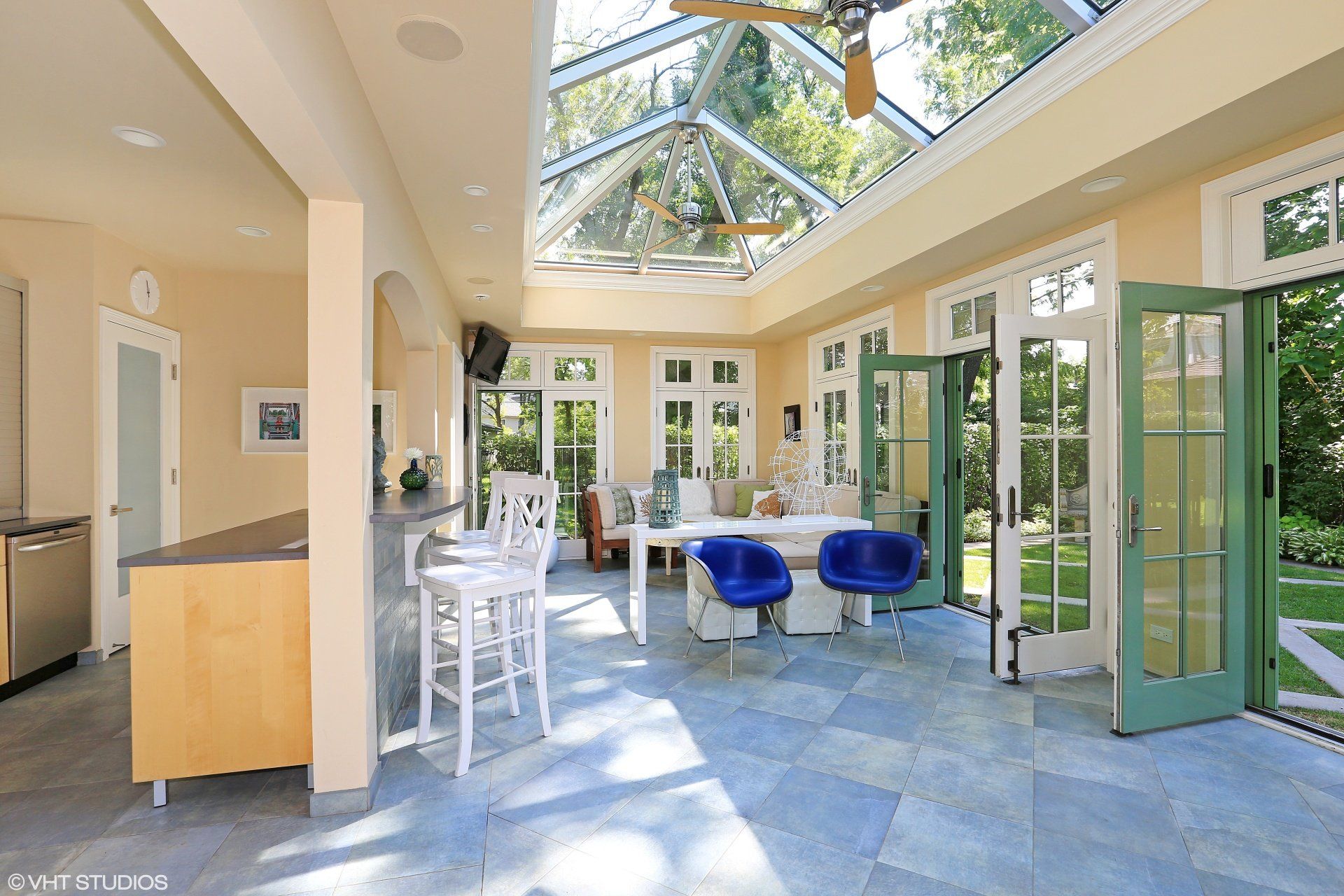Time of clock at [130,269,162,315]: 11:29
